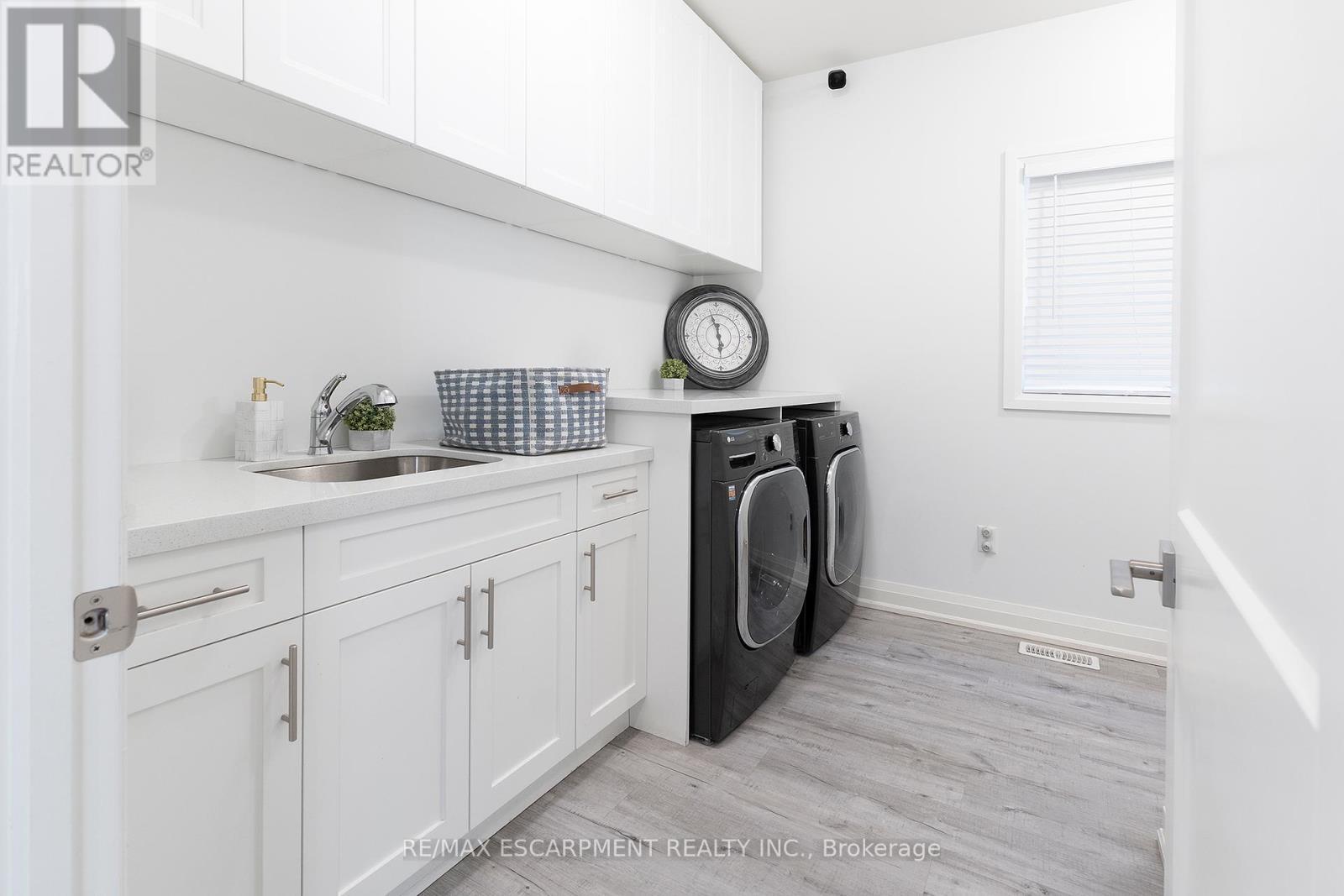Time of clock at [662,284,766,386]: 5:57
